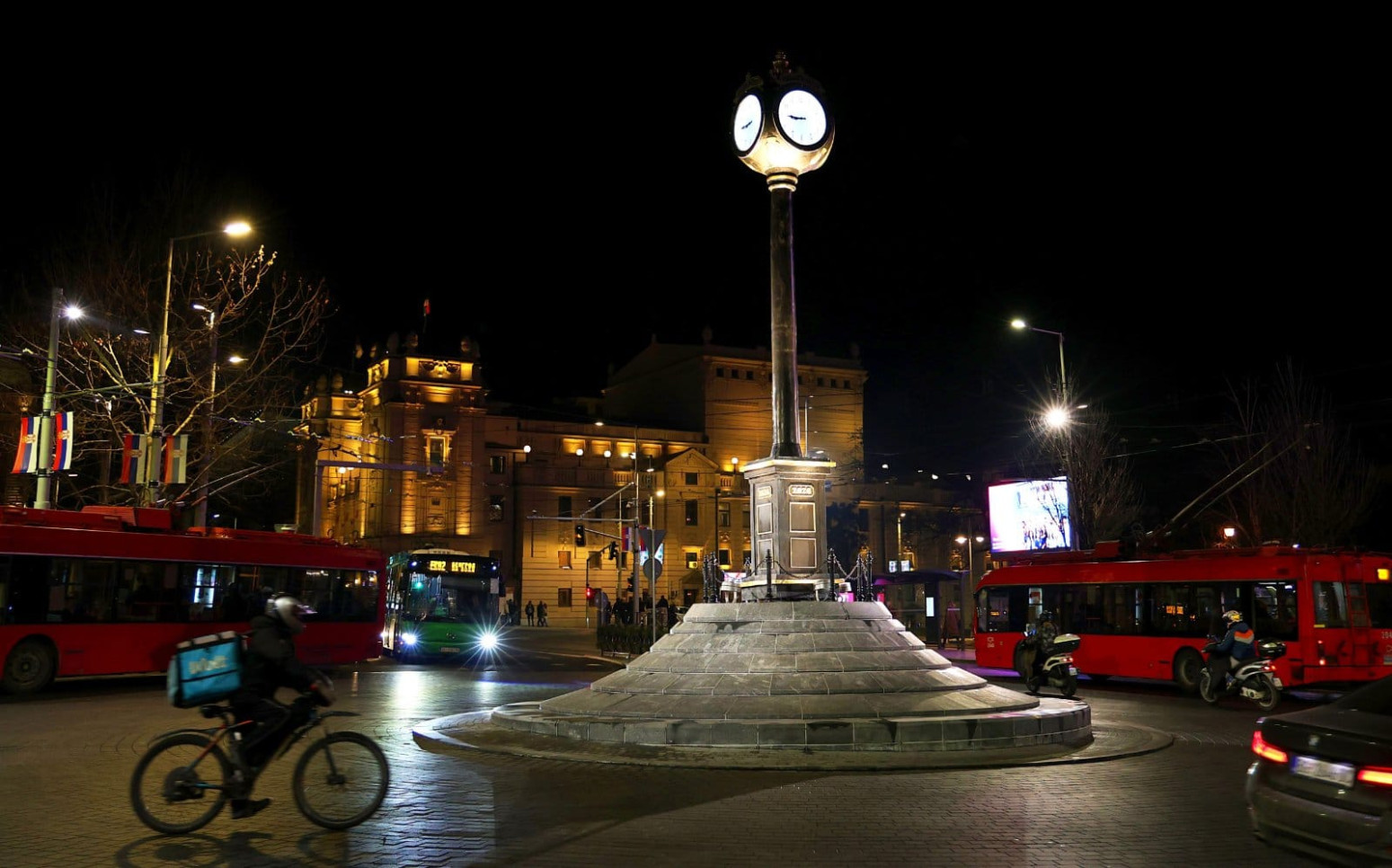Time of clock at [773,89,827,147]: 8:45
